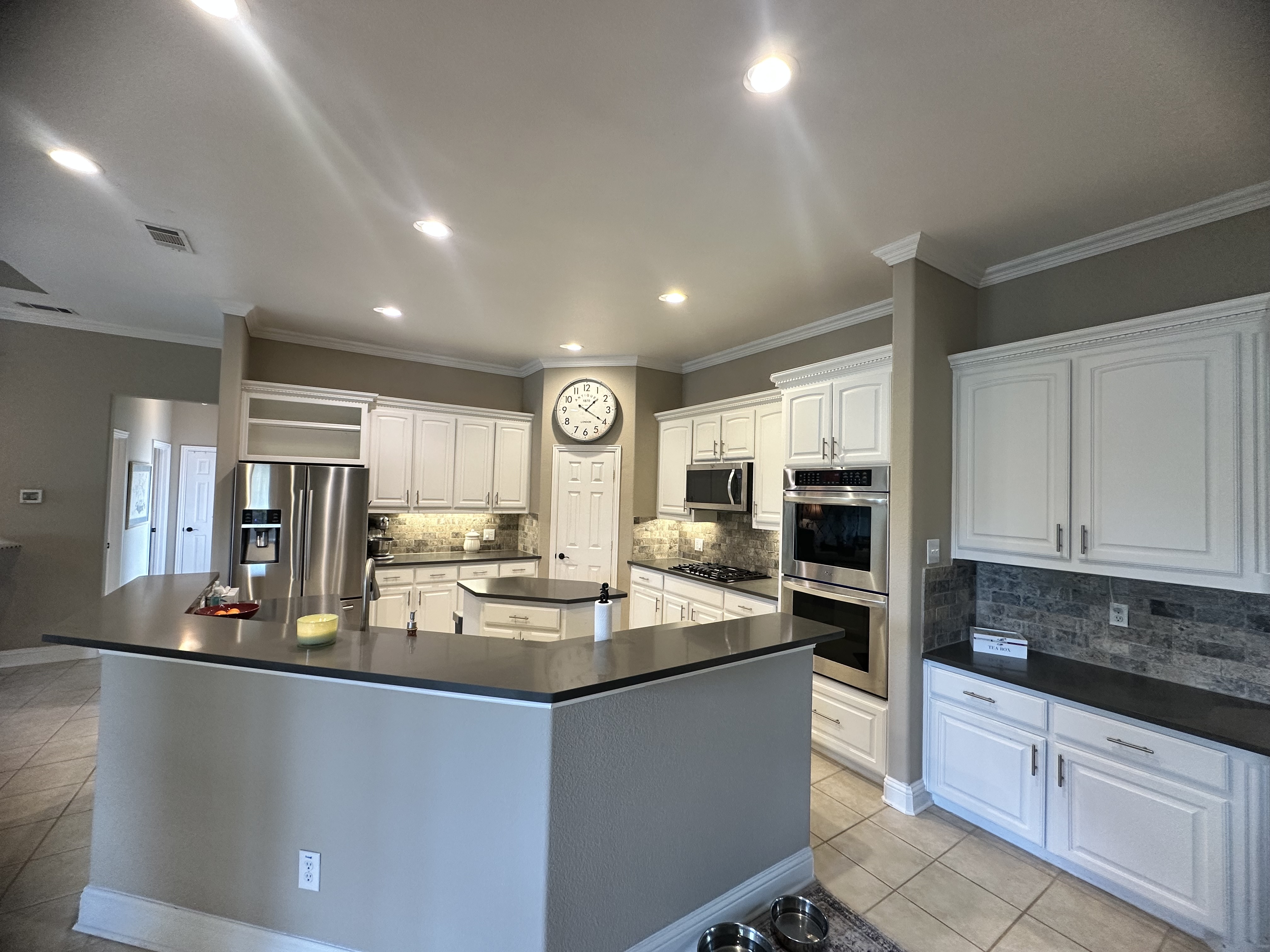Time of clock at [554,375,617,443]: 1:20
